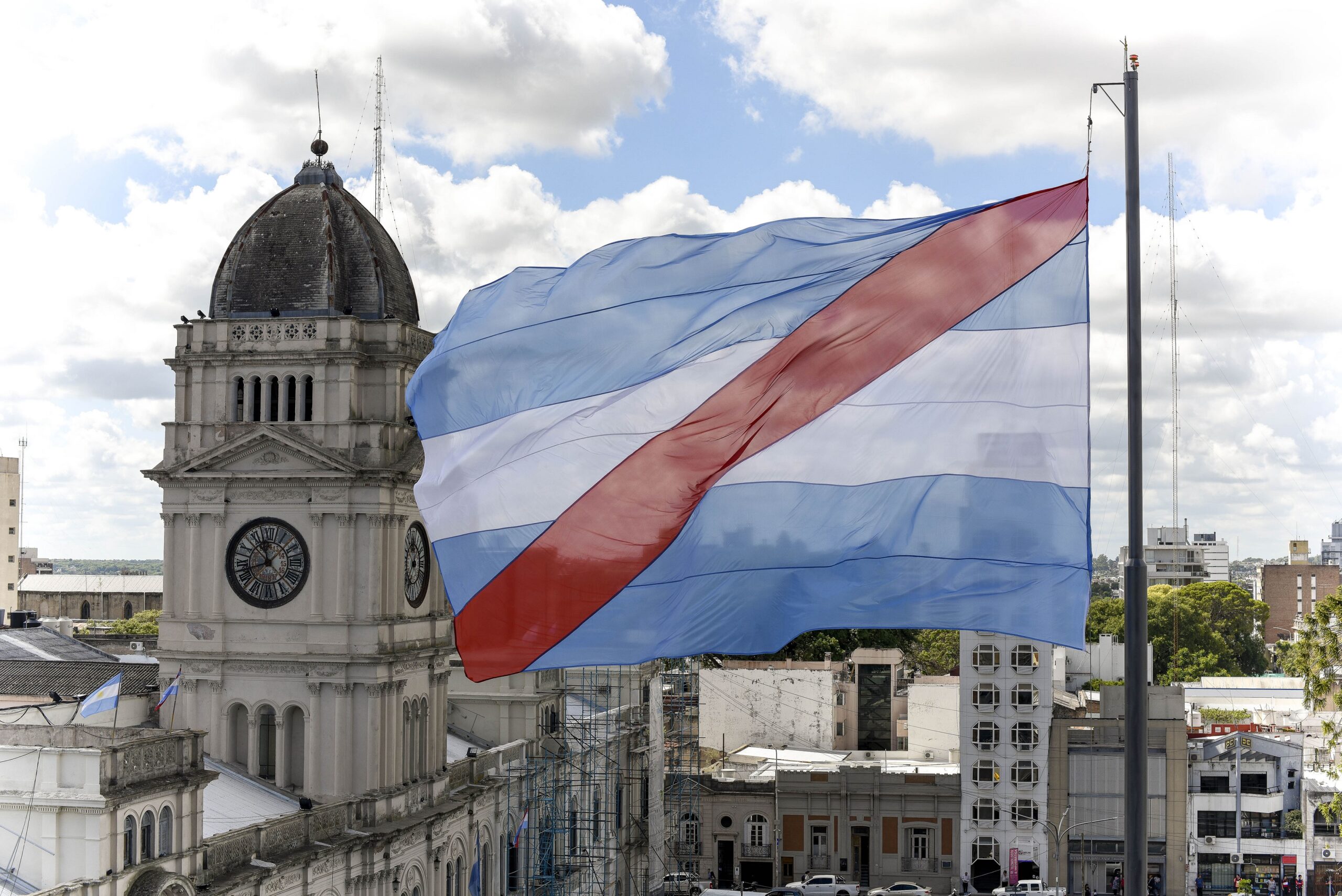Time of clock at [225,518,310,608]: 11:42
